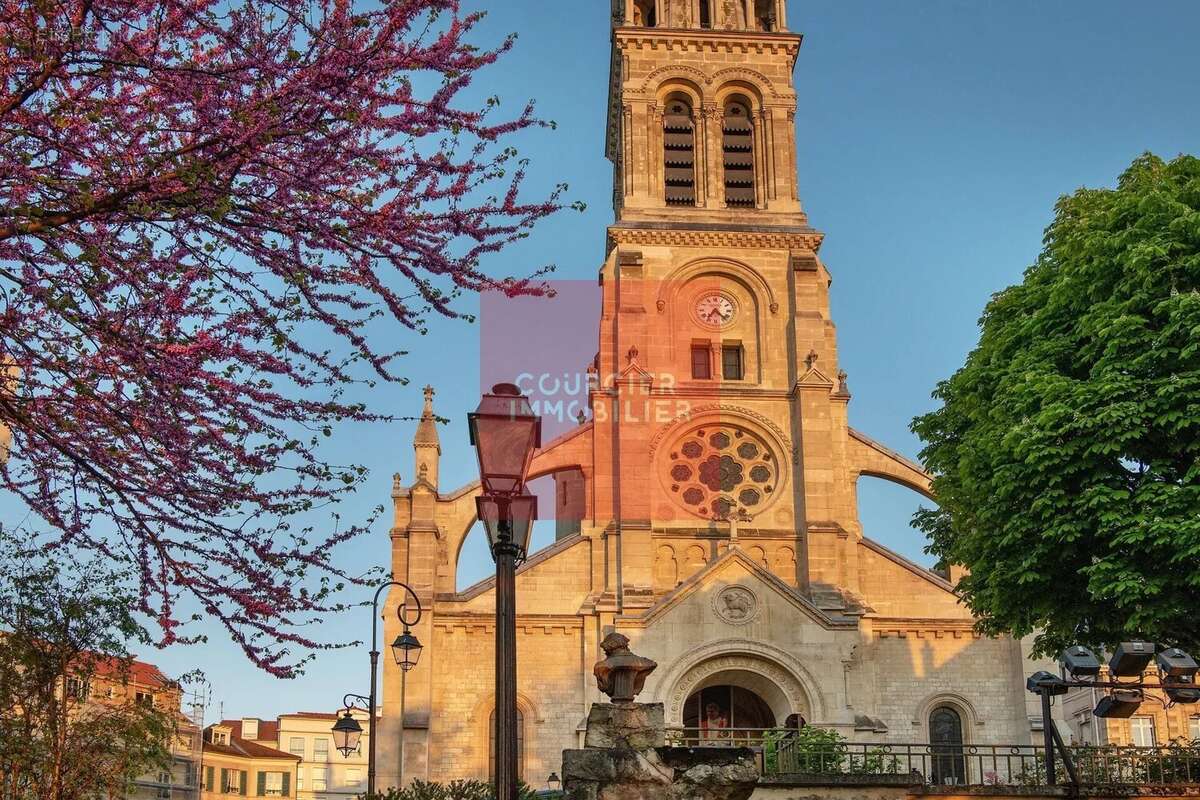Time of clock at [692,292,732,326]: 7:22
